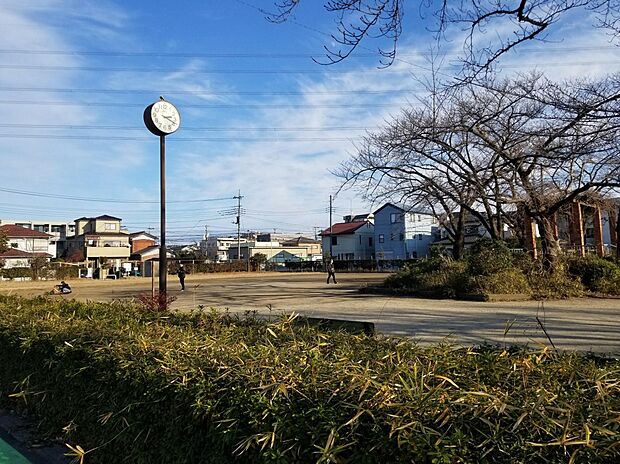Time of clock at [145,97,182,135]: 2:18
